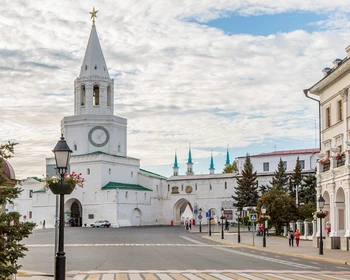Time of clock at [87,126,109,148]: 5:07
